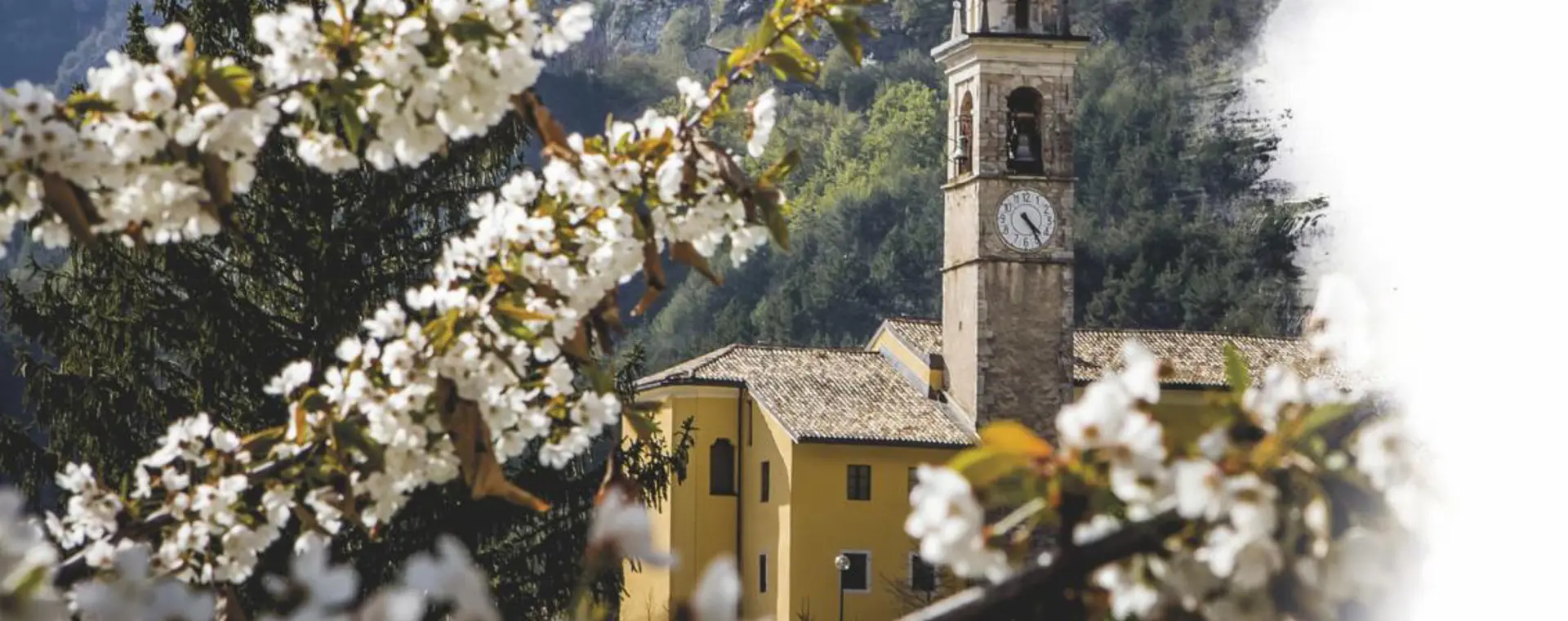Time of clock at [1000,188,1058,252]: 4:24
